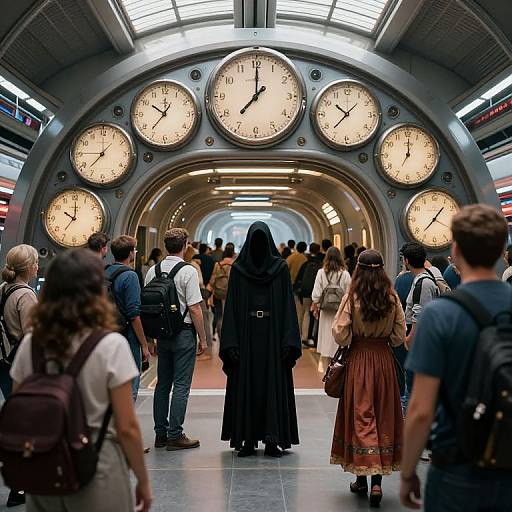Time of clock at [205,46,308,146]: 7:00
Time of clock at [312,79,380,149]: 10:37
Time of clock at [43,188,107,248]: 10:00
